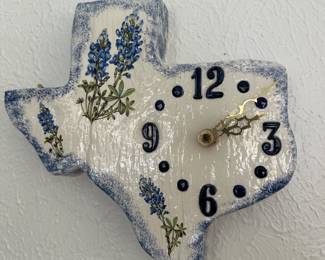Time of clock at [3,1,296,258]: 2:12
